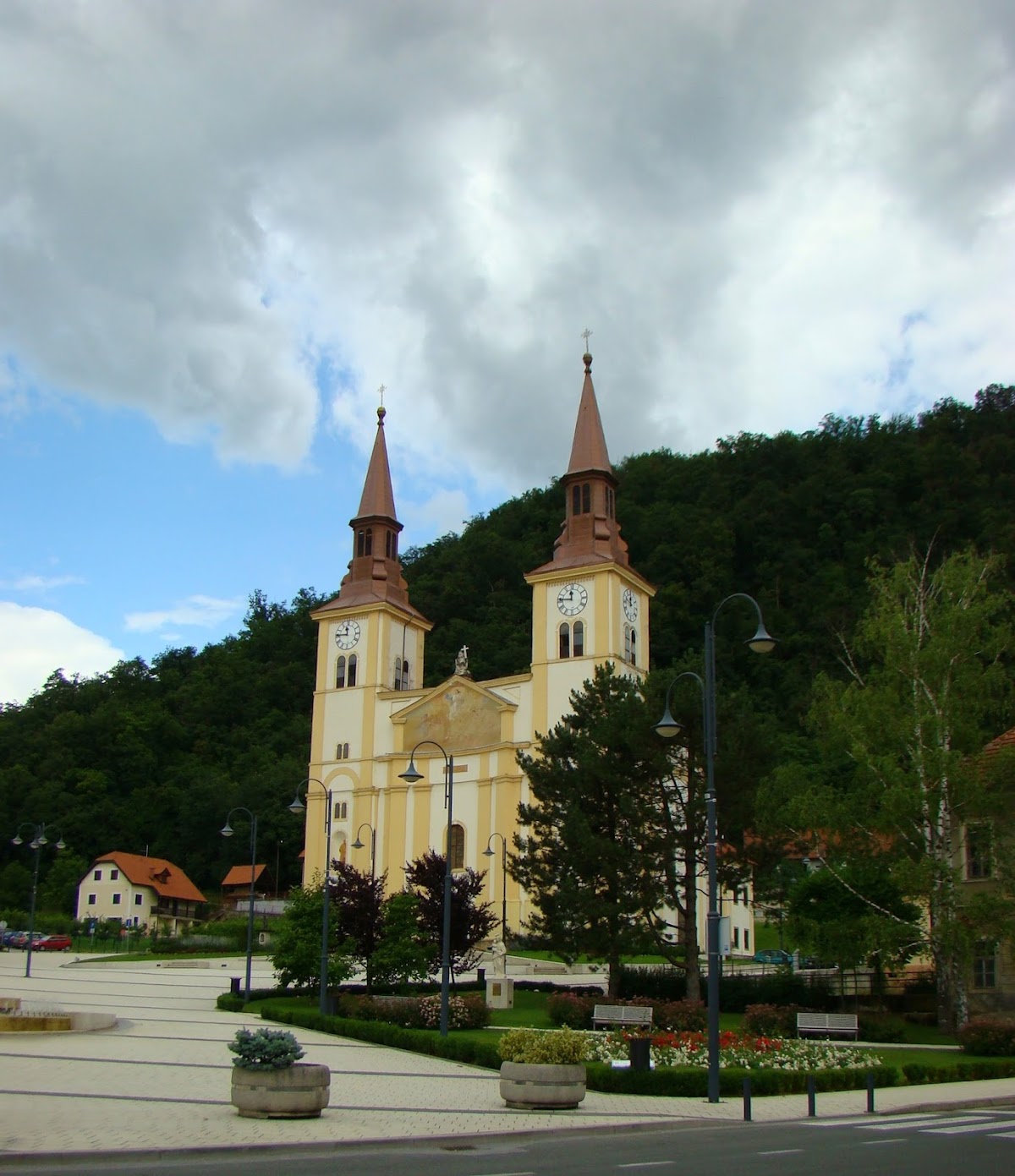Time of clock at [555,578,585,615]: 11:46
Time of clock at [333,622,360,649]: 11:45
